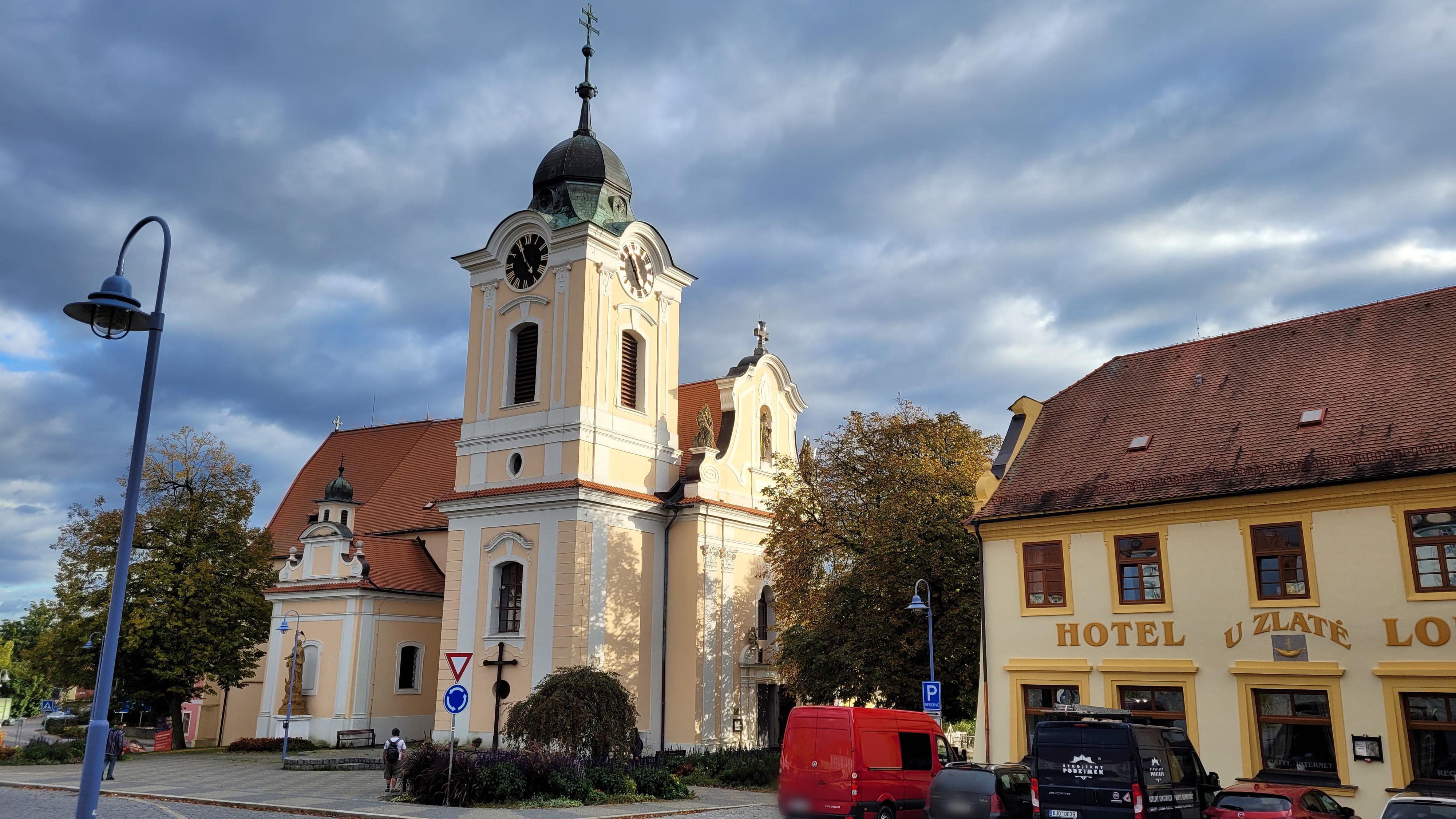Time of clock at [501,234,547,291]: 4:55
